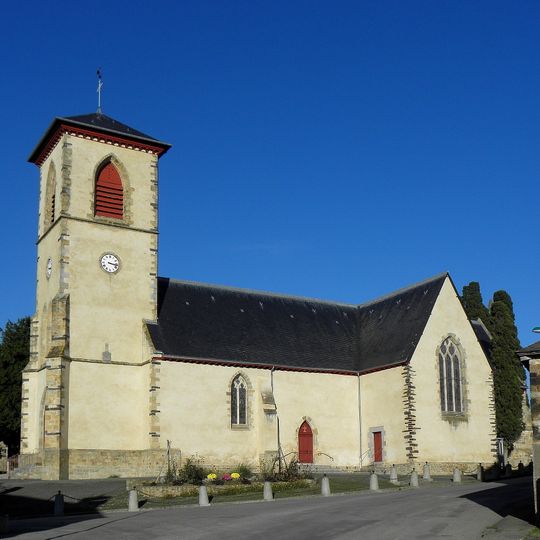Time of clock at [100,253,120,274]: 3:16
